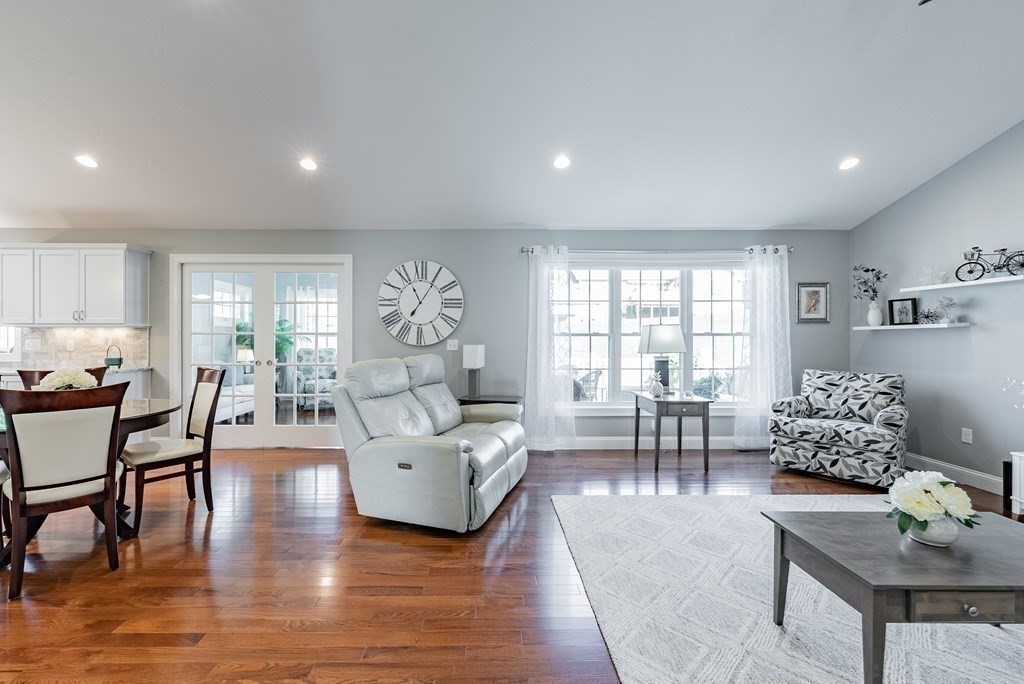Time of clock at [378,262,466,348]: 11:05
